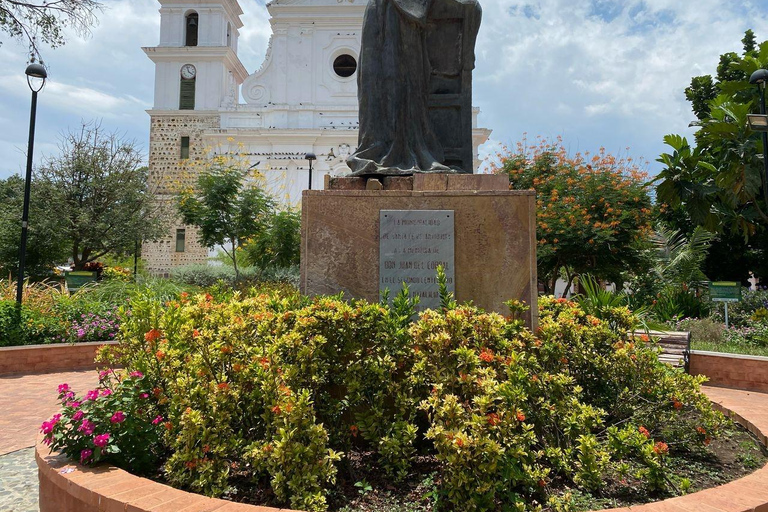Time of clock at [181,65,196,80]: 3:57
